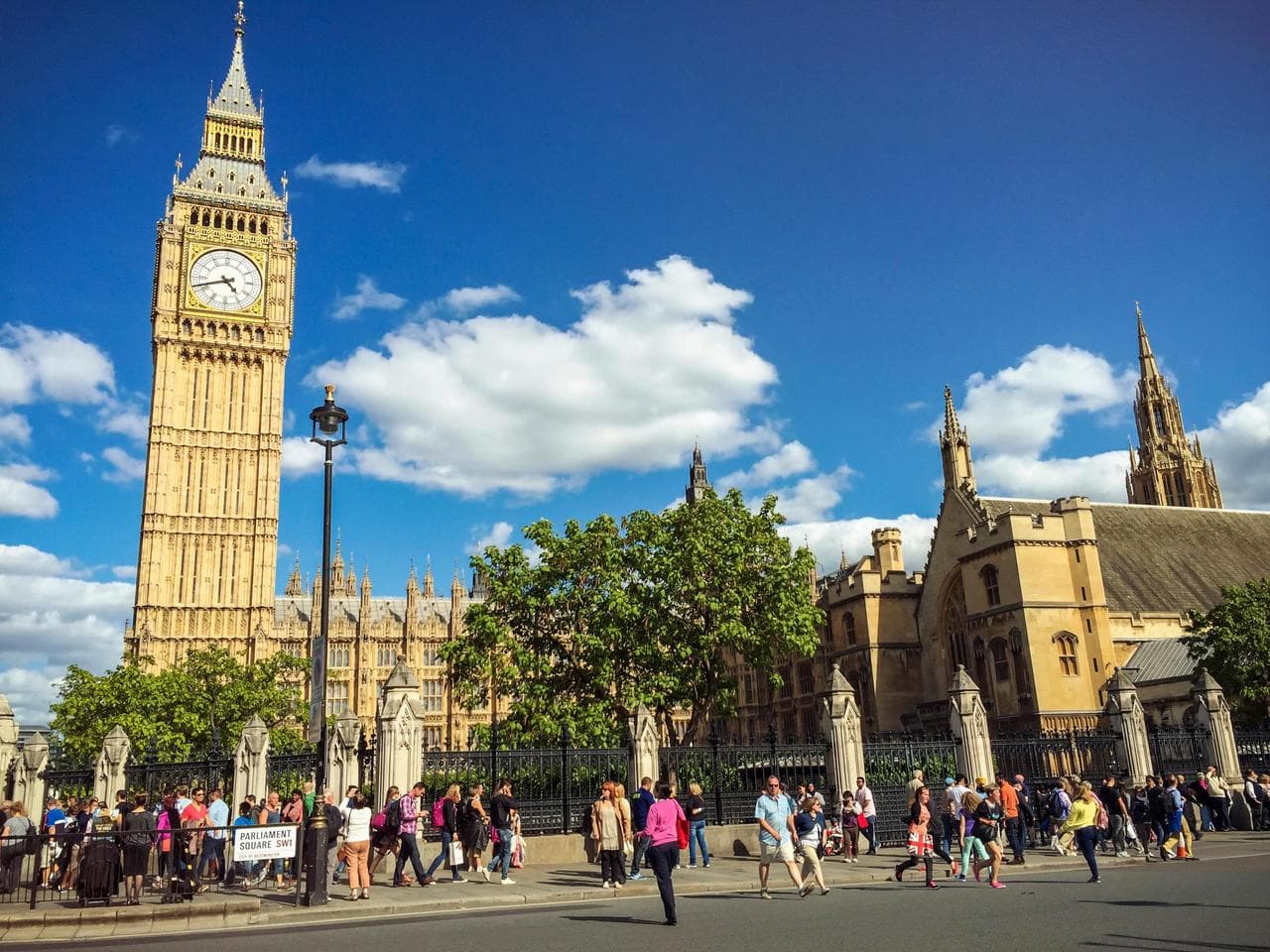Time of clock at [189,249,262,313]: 4:42
